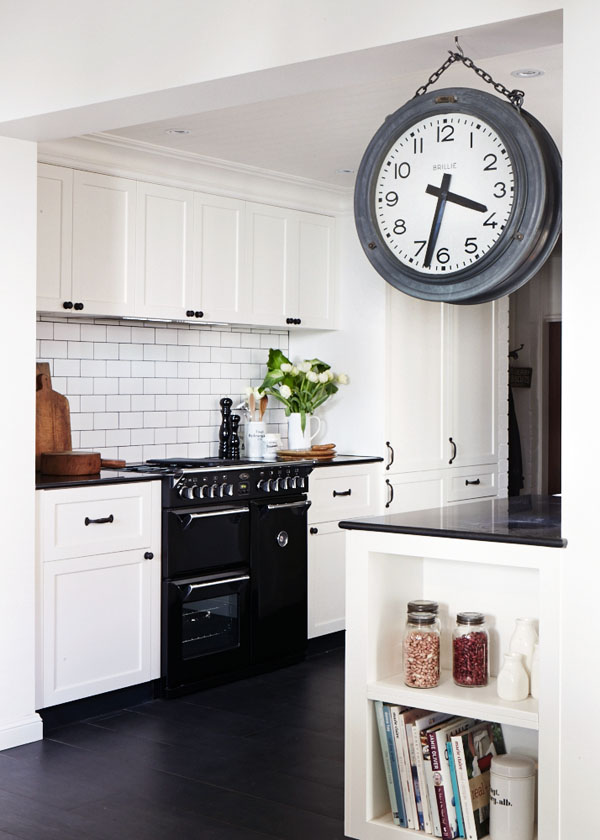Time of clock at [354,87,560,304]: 3:32
